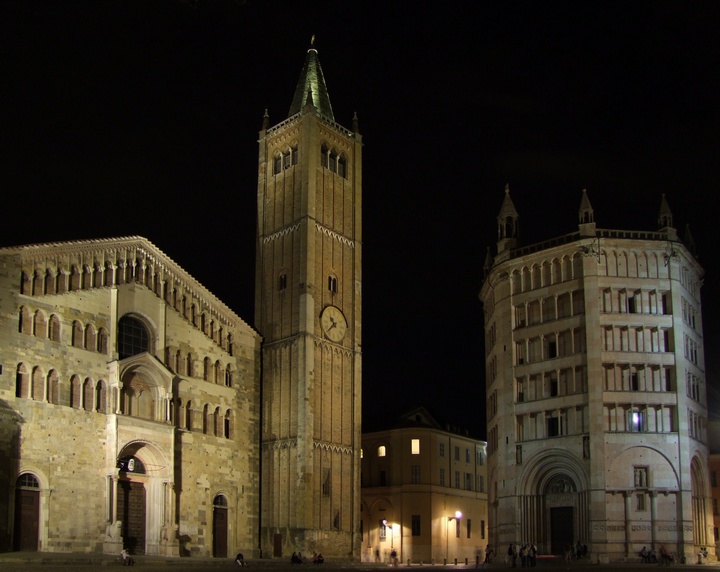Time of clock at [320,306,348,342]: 10:37
